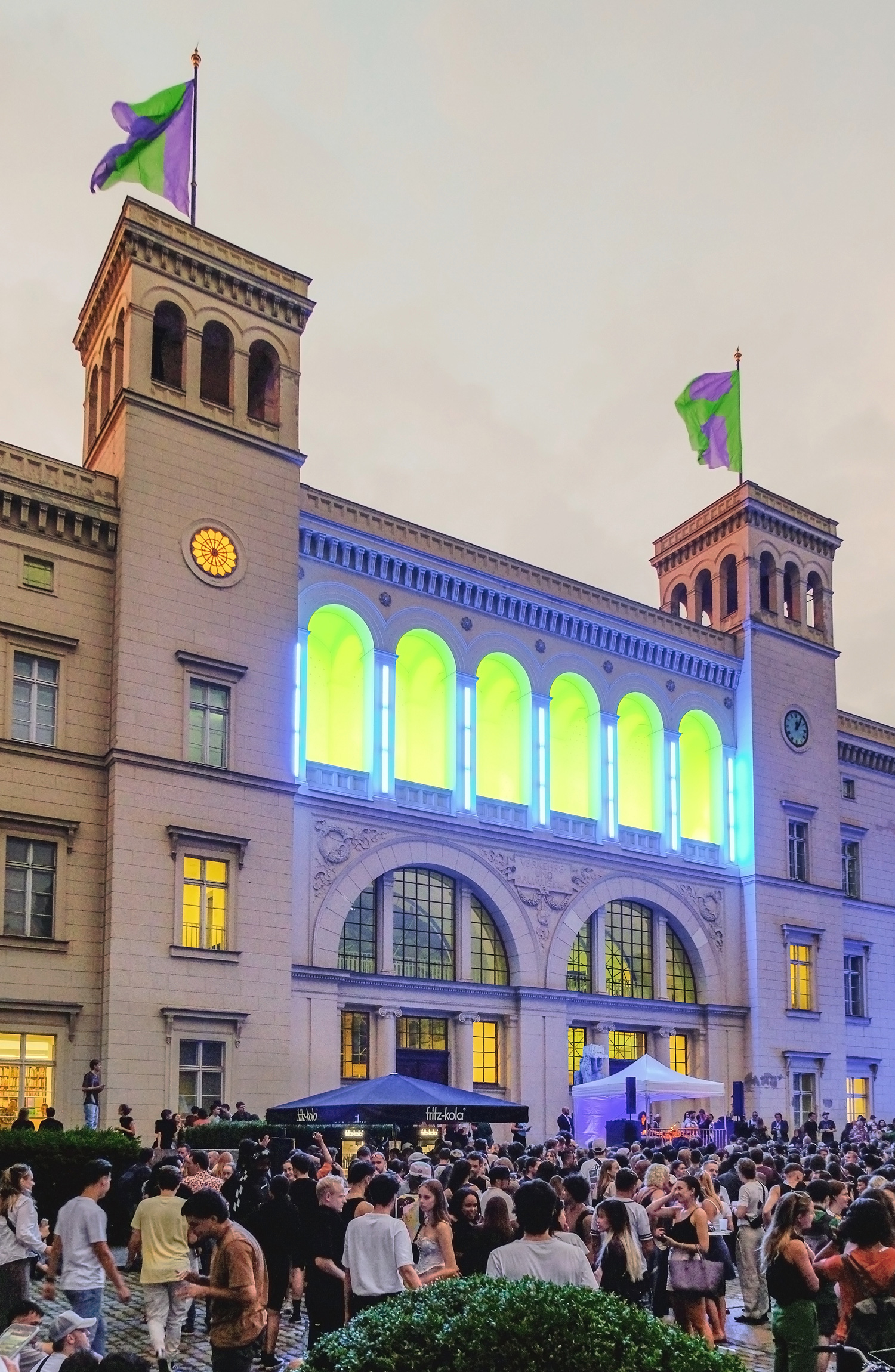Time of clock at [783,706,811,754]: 12:05
